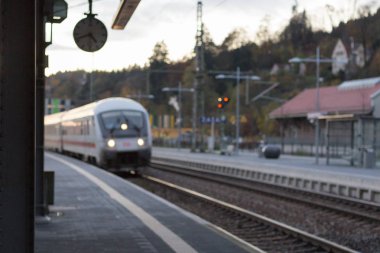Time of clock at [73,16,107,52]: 4:41
